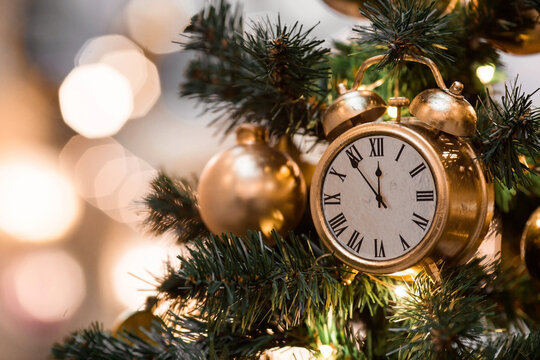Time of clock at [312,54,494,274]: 11:53
